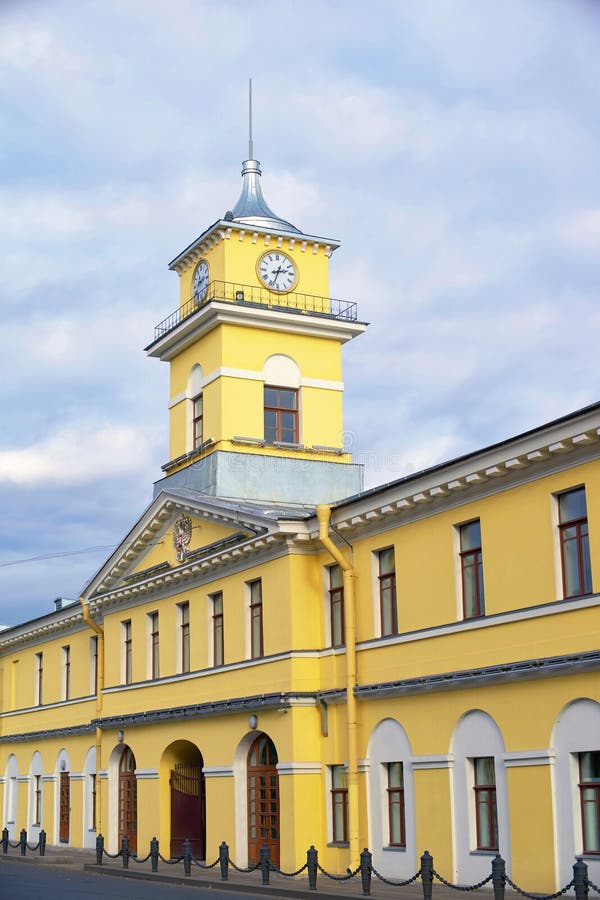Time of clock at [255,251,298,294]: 2:33
